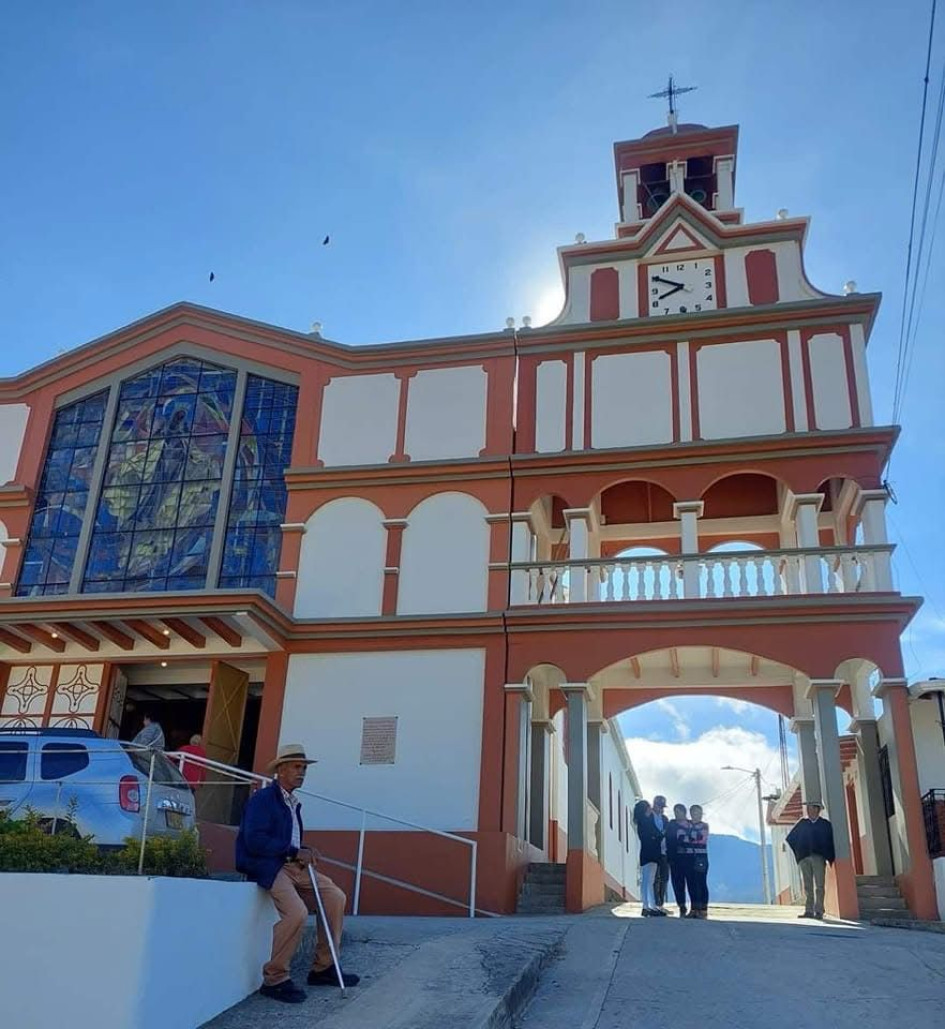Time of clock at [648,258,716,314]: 7:49
